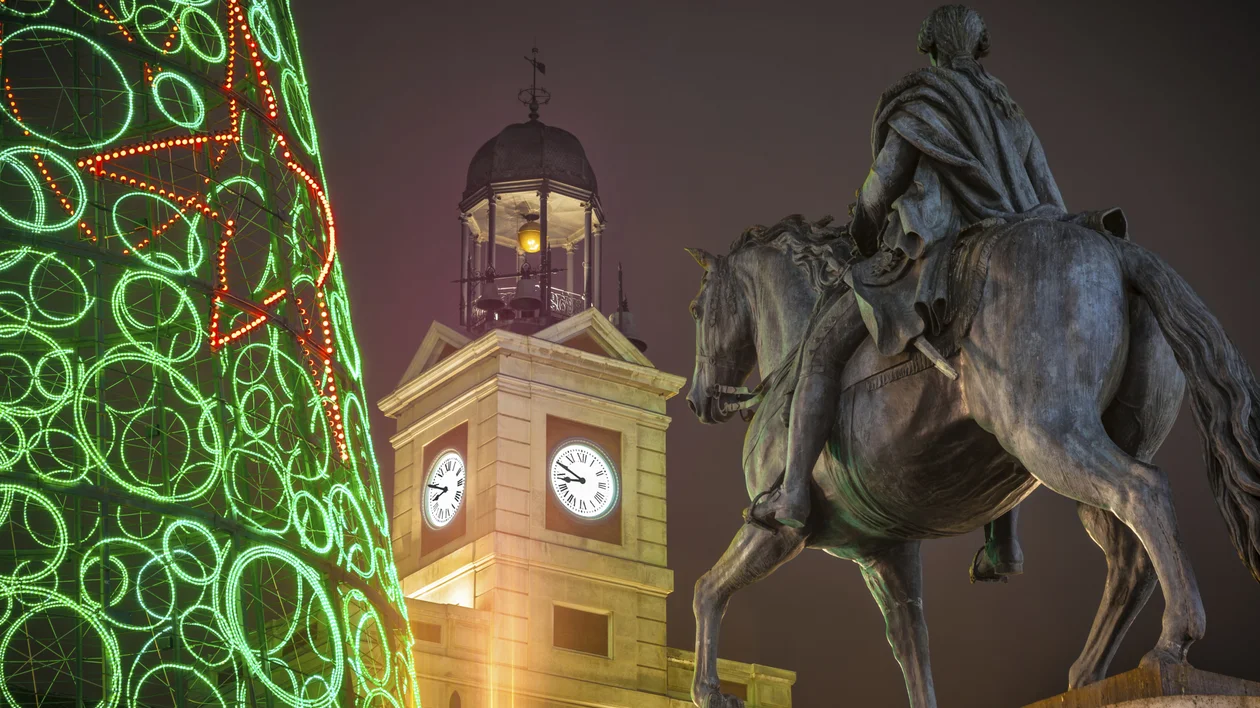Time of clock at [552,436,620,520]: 8:49
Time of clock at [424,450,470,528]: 8:49
